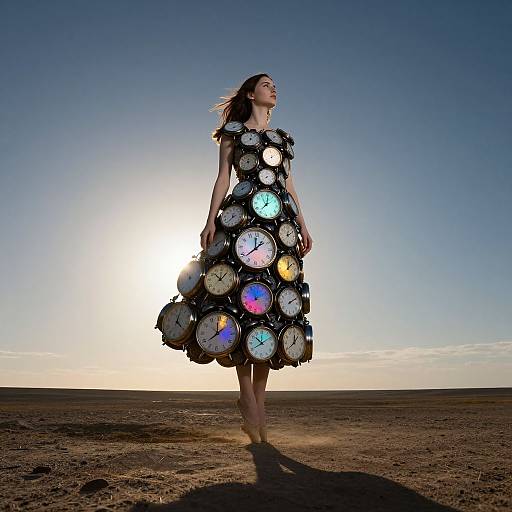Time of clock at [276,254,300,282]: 12:07
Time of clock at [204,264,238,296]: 11:07
